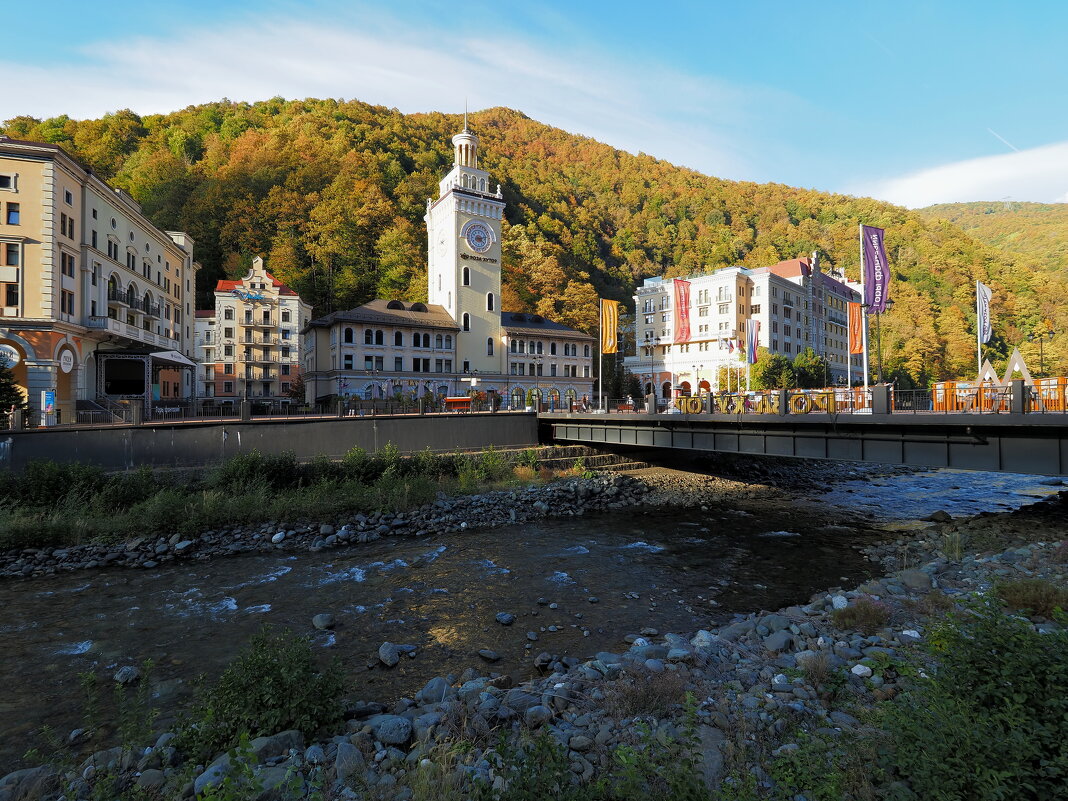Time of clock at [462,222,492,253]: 4:13
